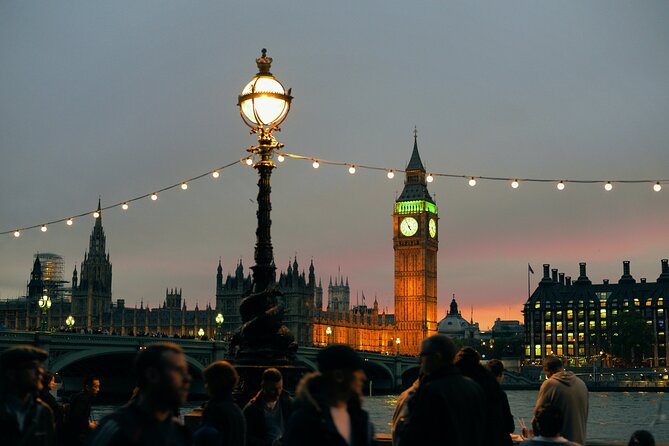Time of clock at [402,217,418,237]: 4:56
